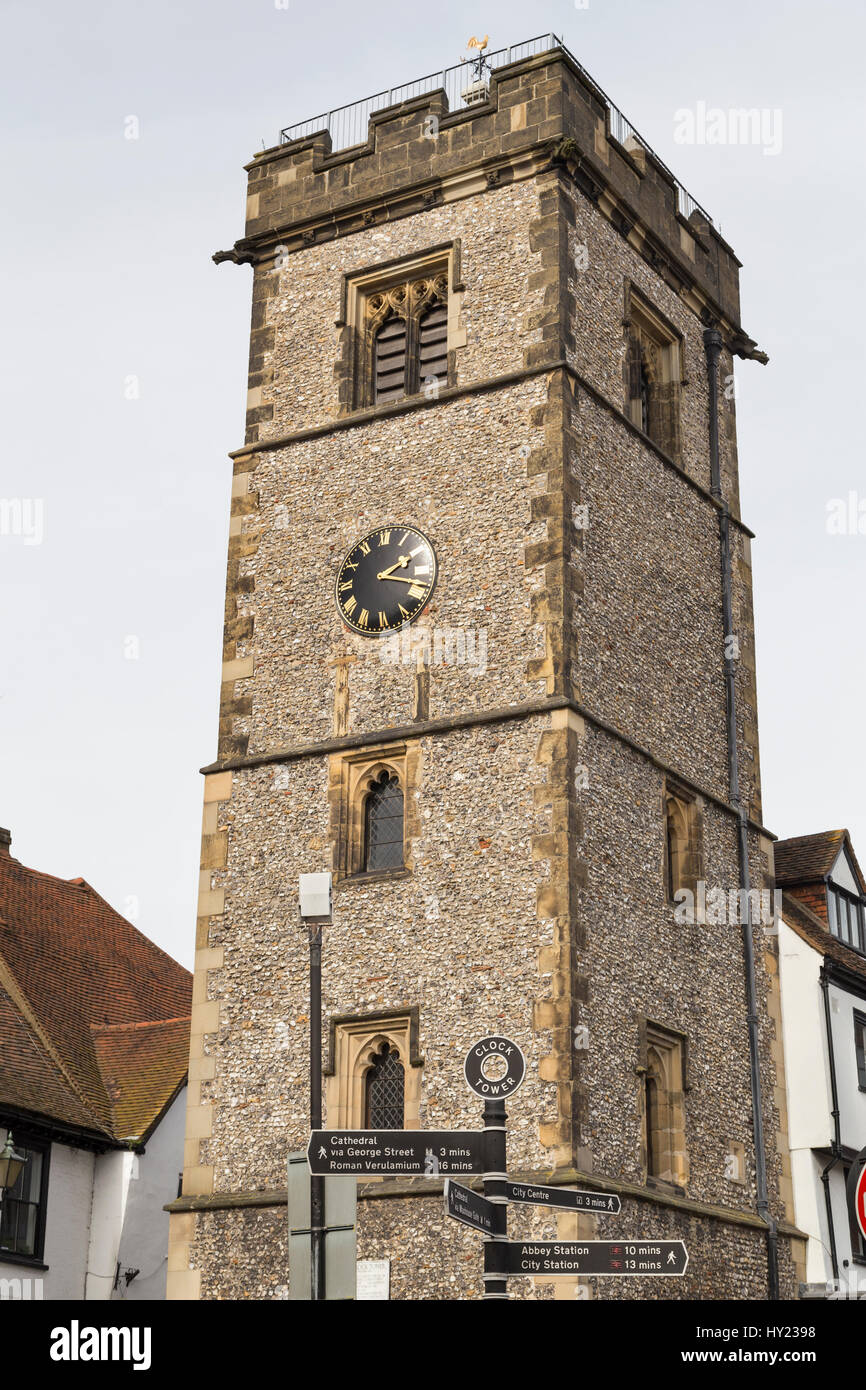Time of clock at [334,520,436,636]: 2:18
